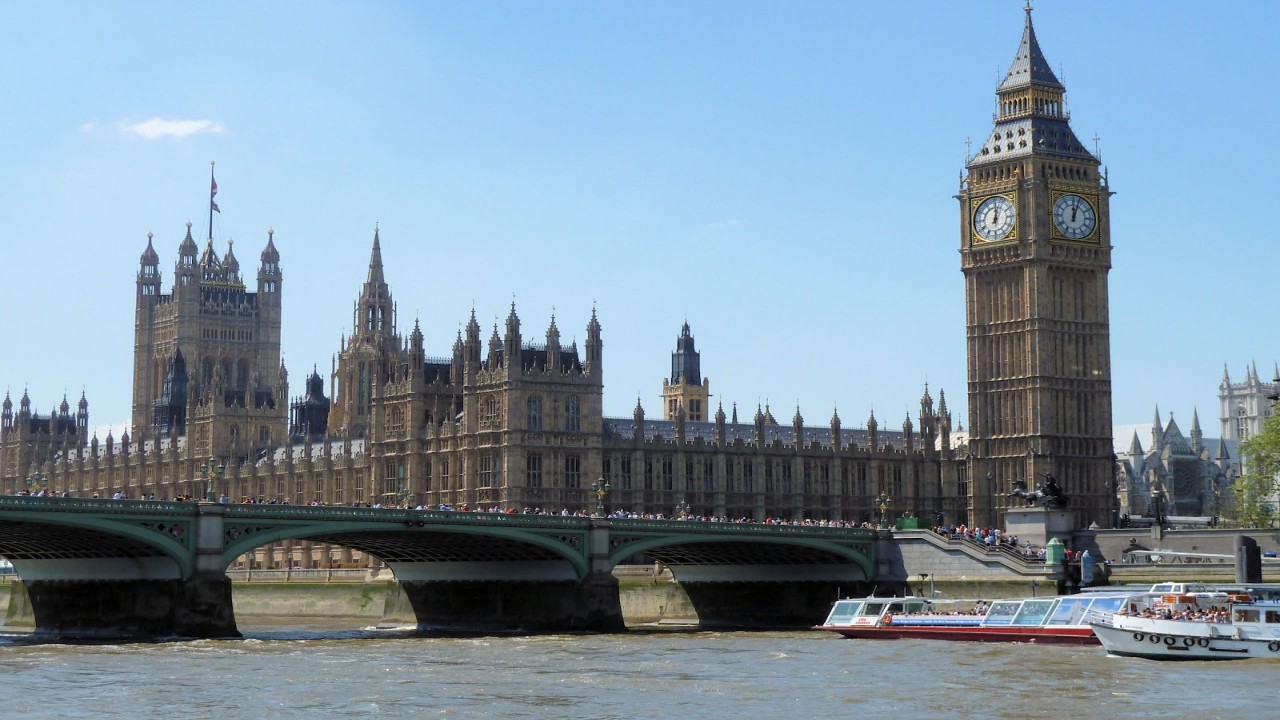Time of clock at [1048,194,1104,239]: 12:03
